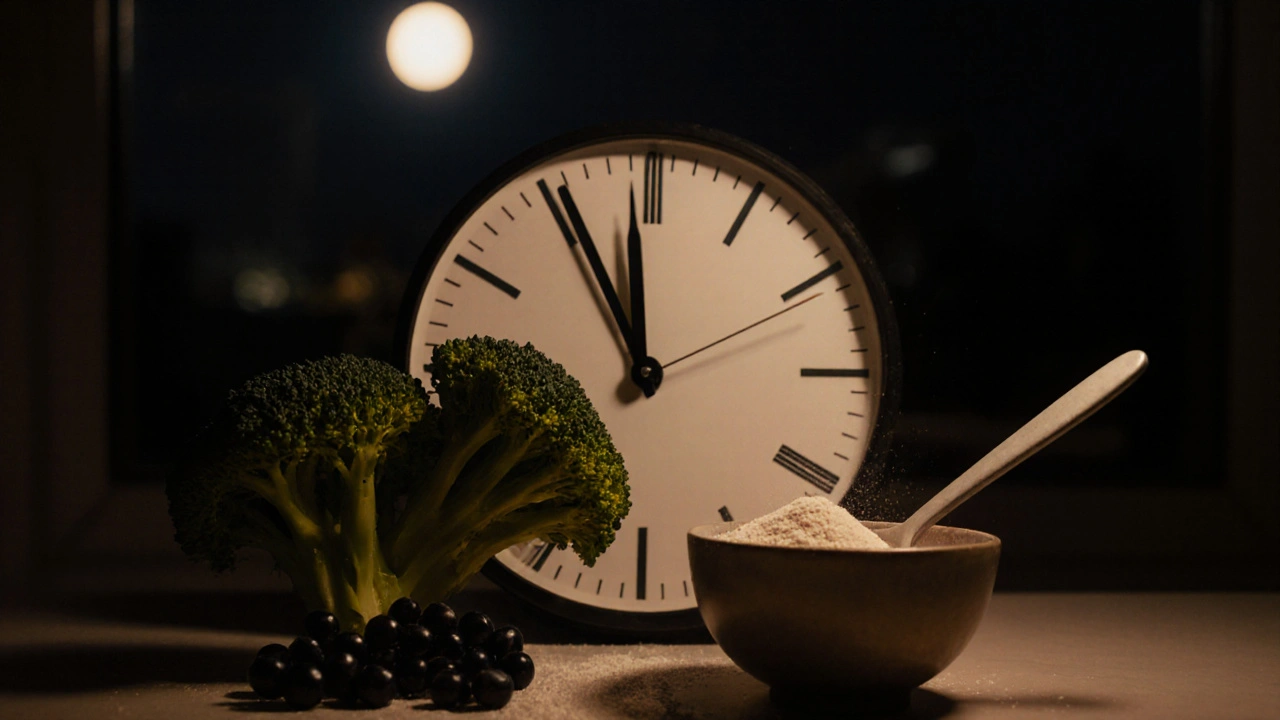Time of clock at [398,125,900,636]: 11:55
